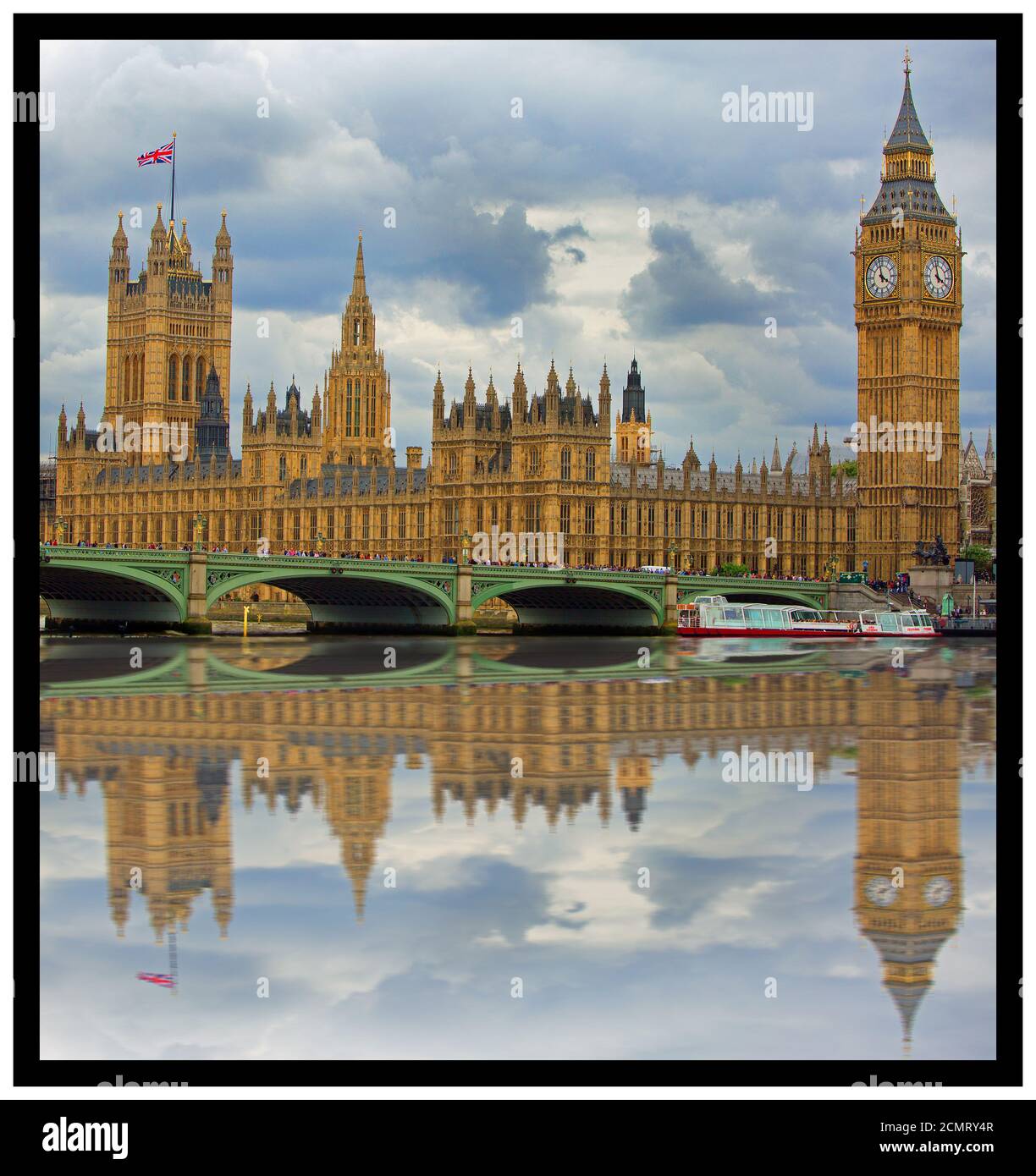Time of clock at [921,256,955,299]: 3:58
